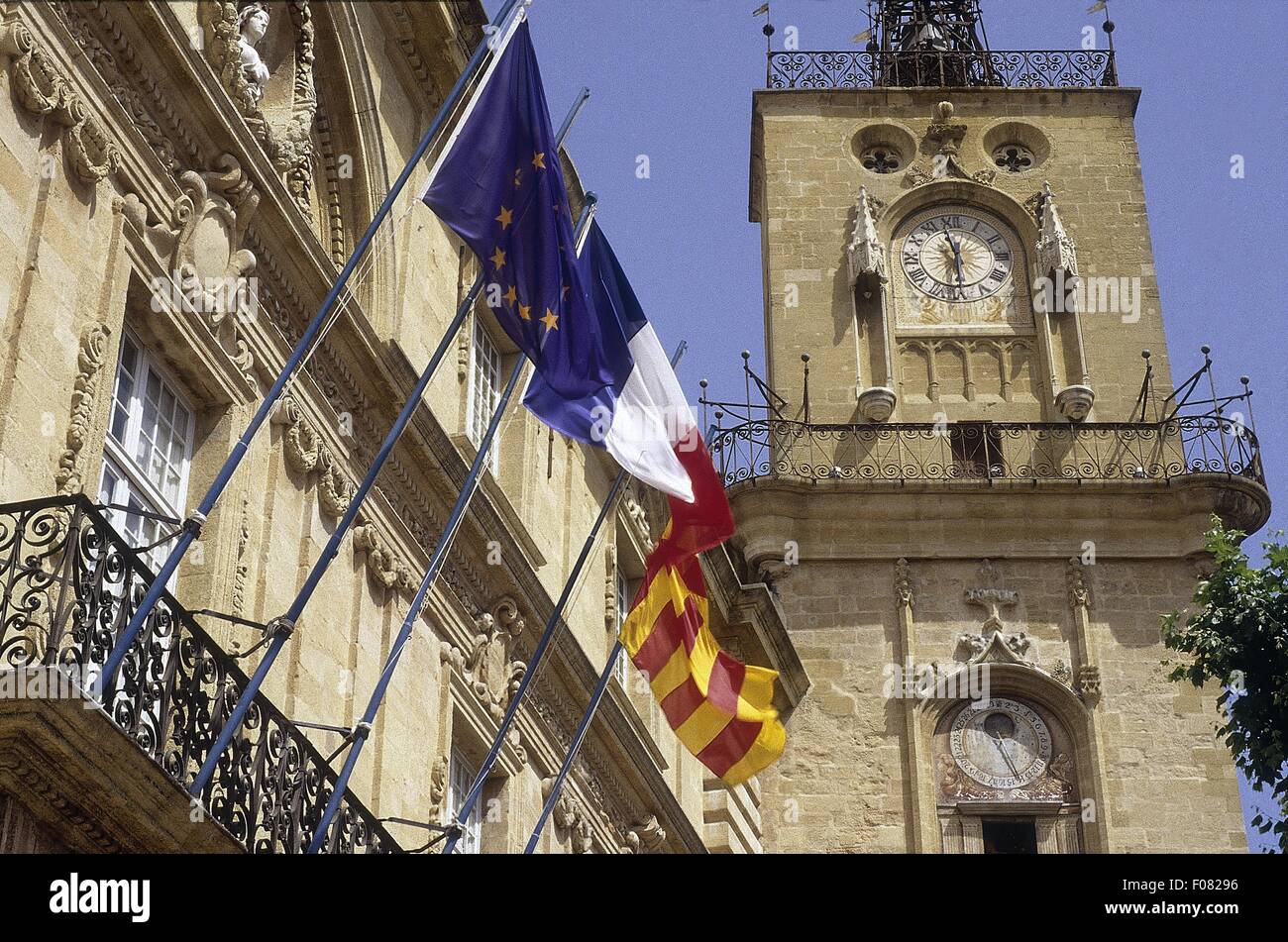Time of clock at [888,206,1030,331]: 5:57
